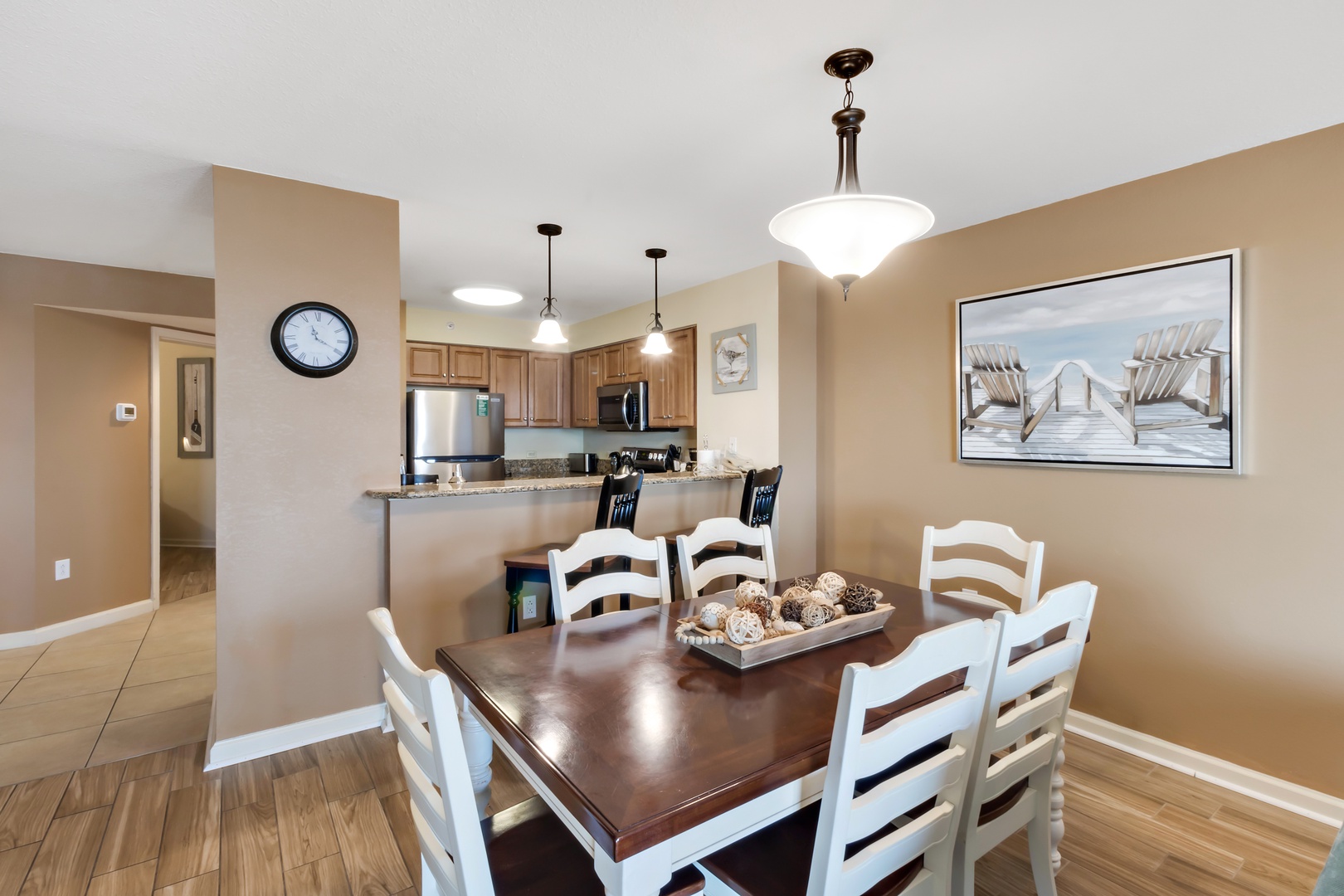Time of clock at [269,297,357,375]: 11:19
